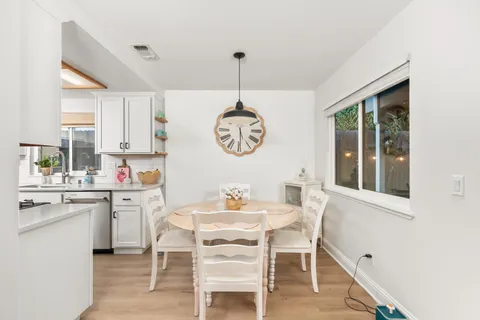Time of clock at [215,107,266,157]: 5:30
